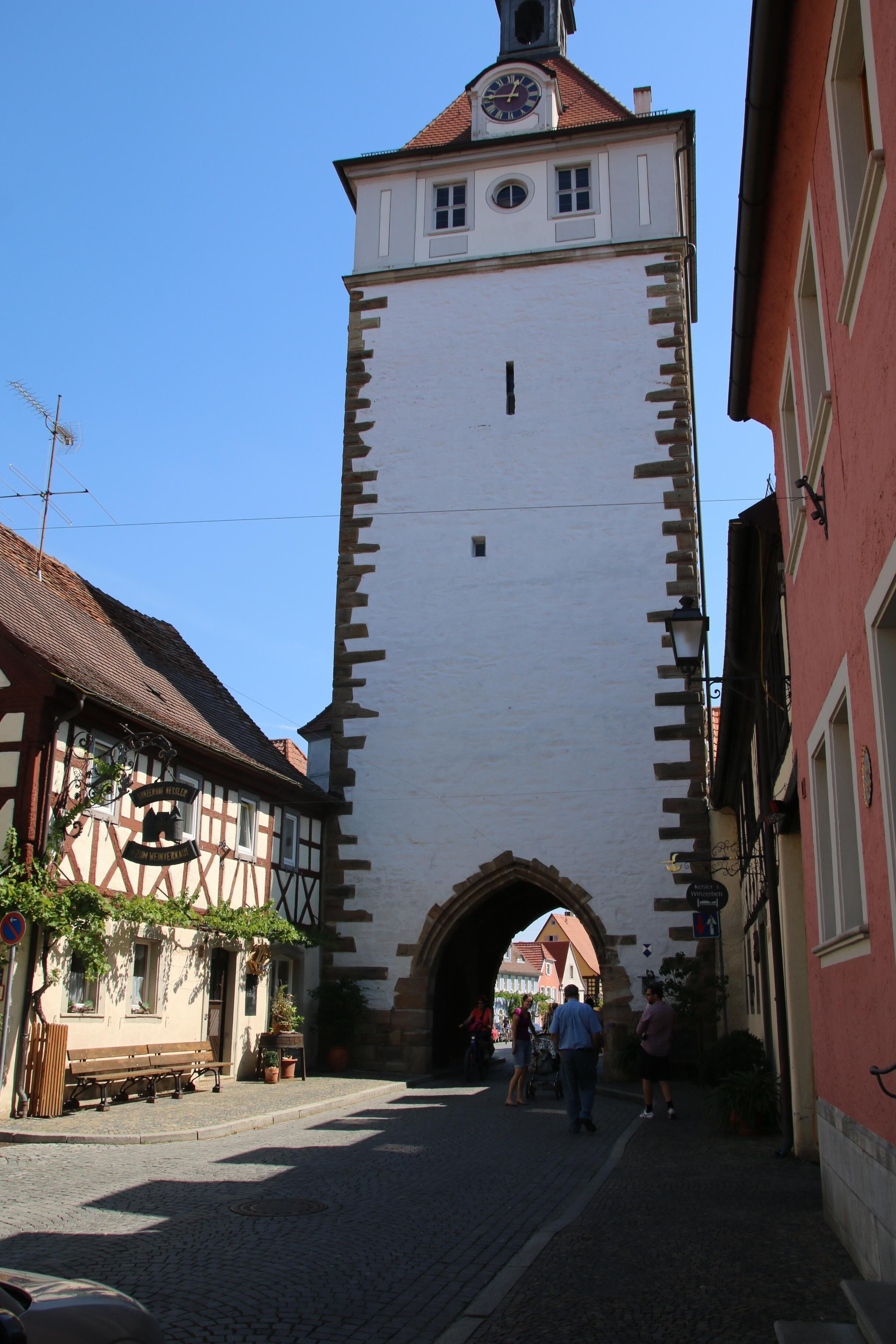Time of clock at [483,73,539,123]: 12:46
